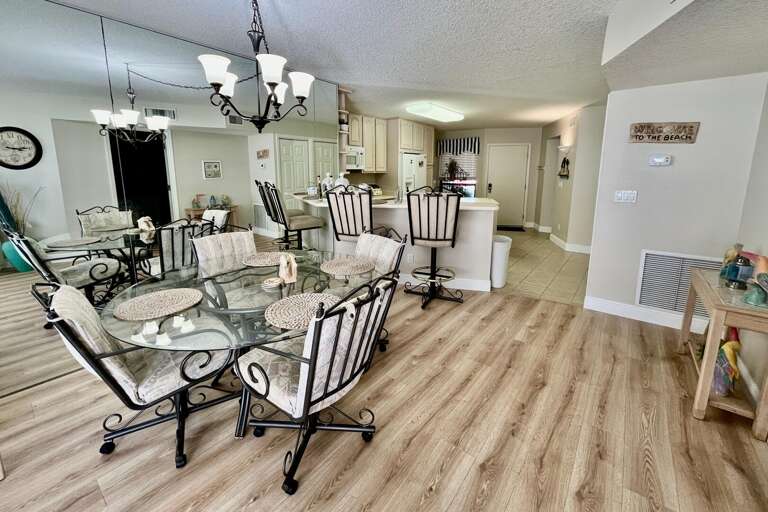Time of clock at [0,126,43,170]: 2:46
